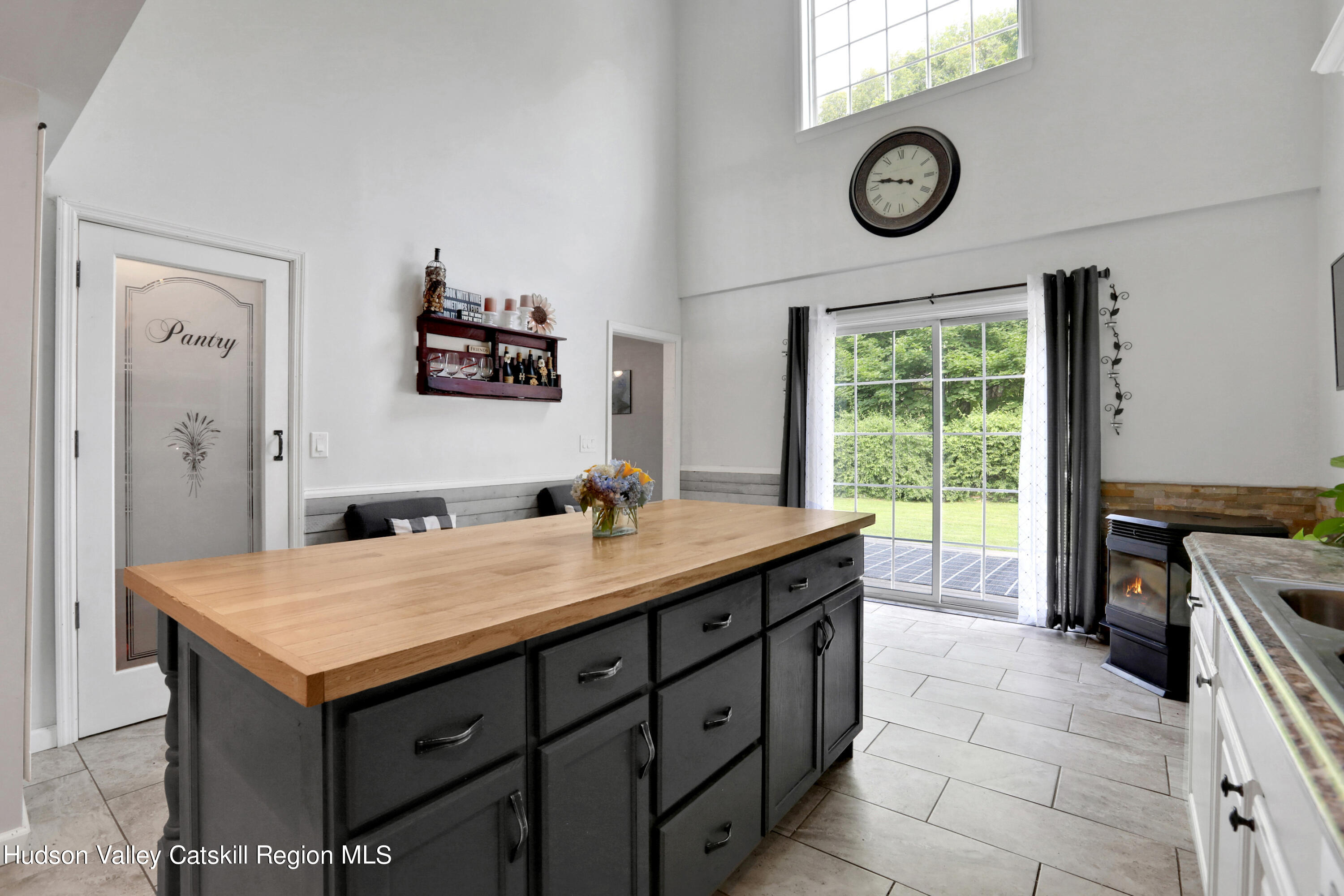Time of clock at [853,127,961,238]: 9:47
